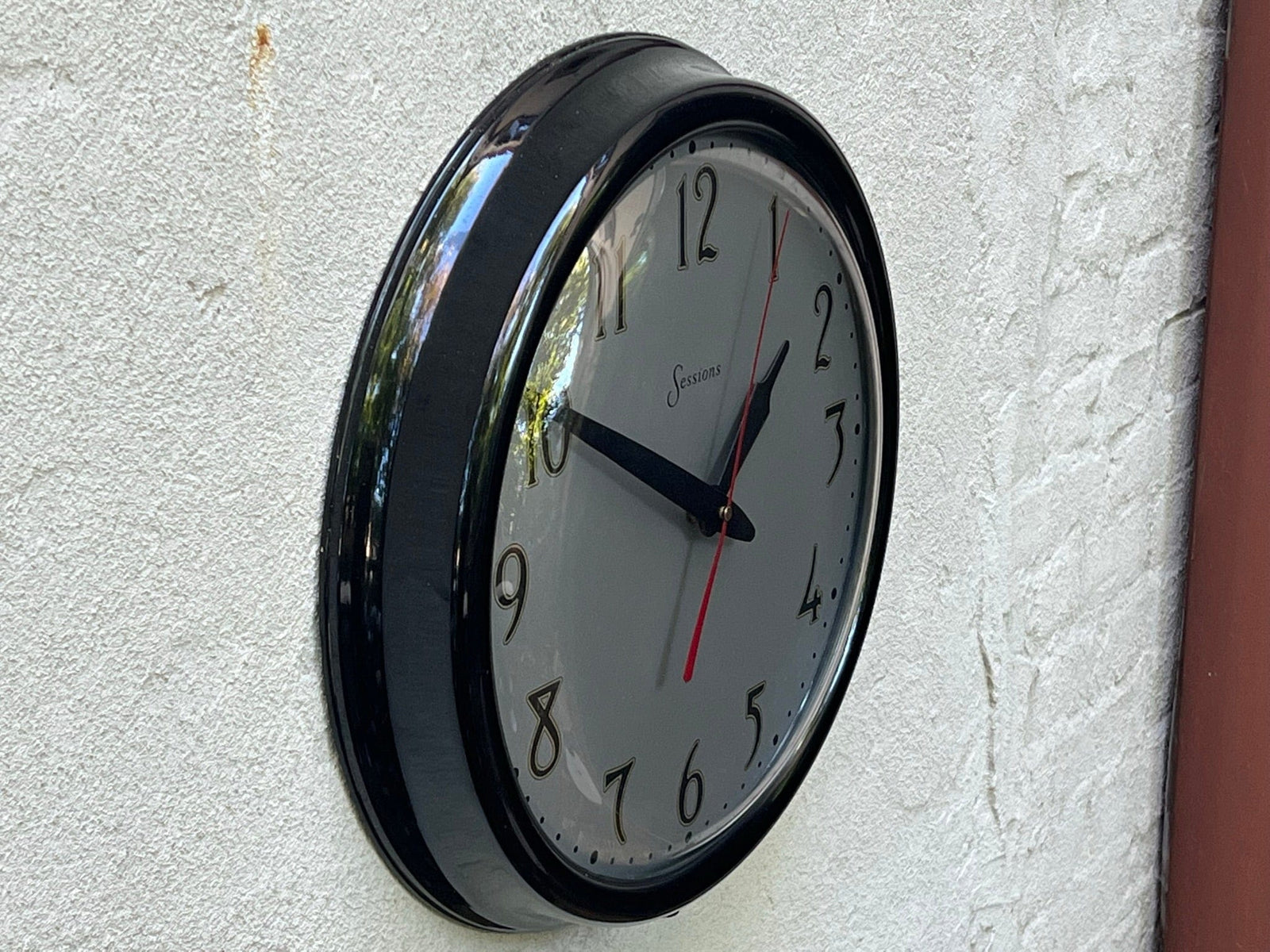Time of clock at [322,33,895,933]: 1:50
